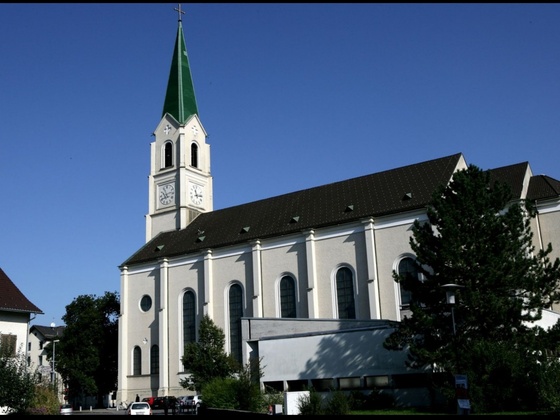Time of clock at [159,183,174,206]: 8:12
